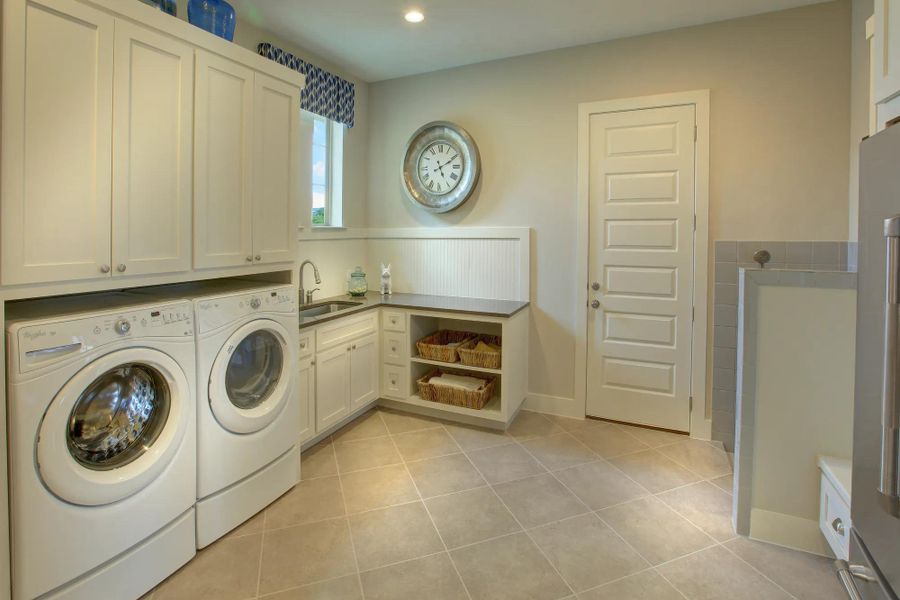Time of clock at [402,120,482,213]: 5:10
